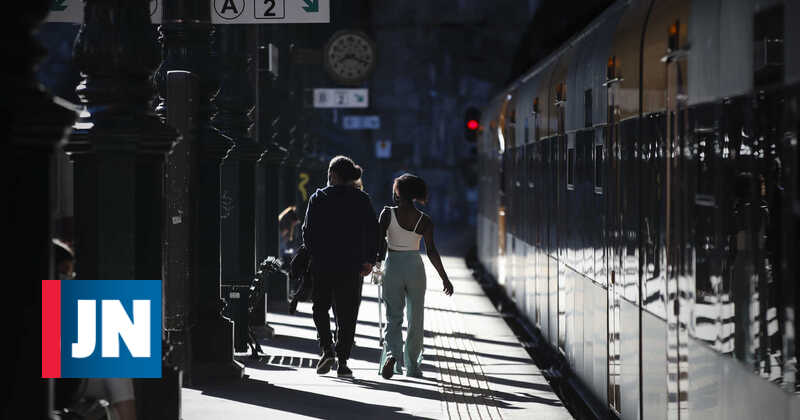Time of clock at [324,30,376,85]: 8:18
